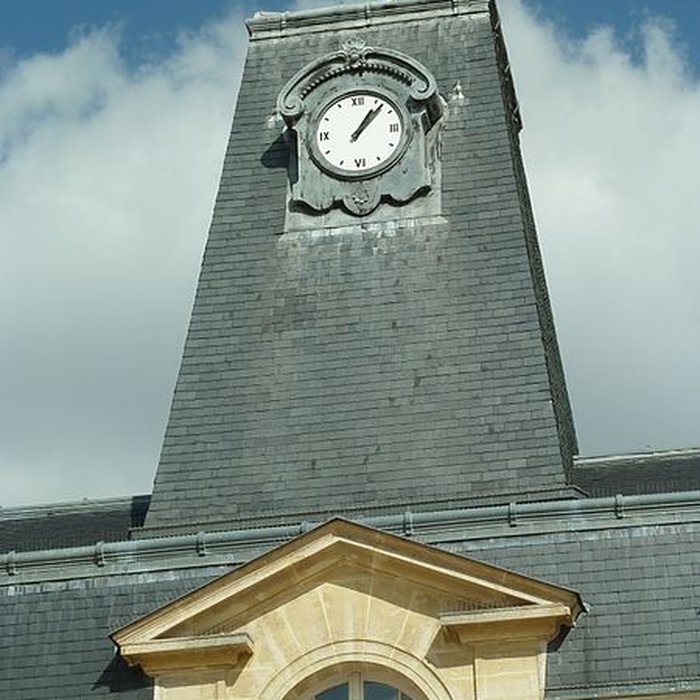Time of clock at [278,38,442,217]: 1:07
